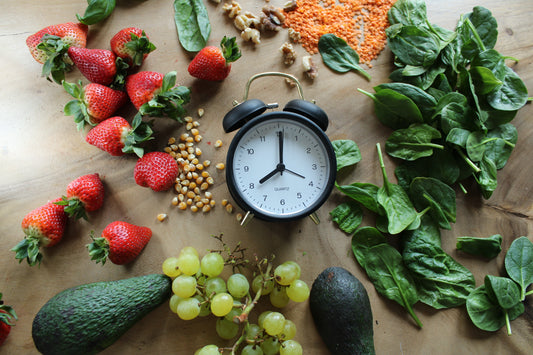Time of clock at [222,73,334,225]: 8:00
